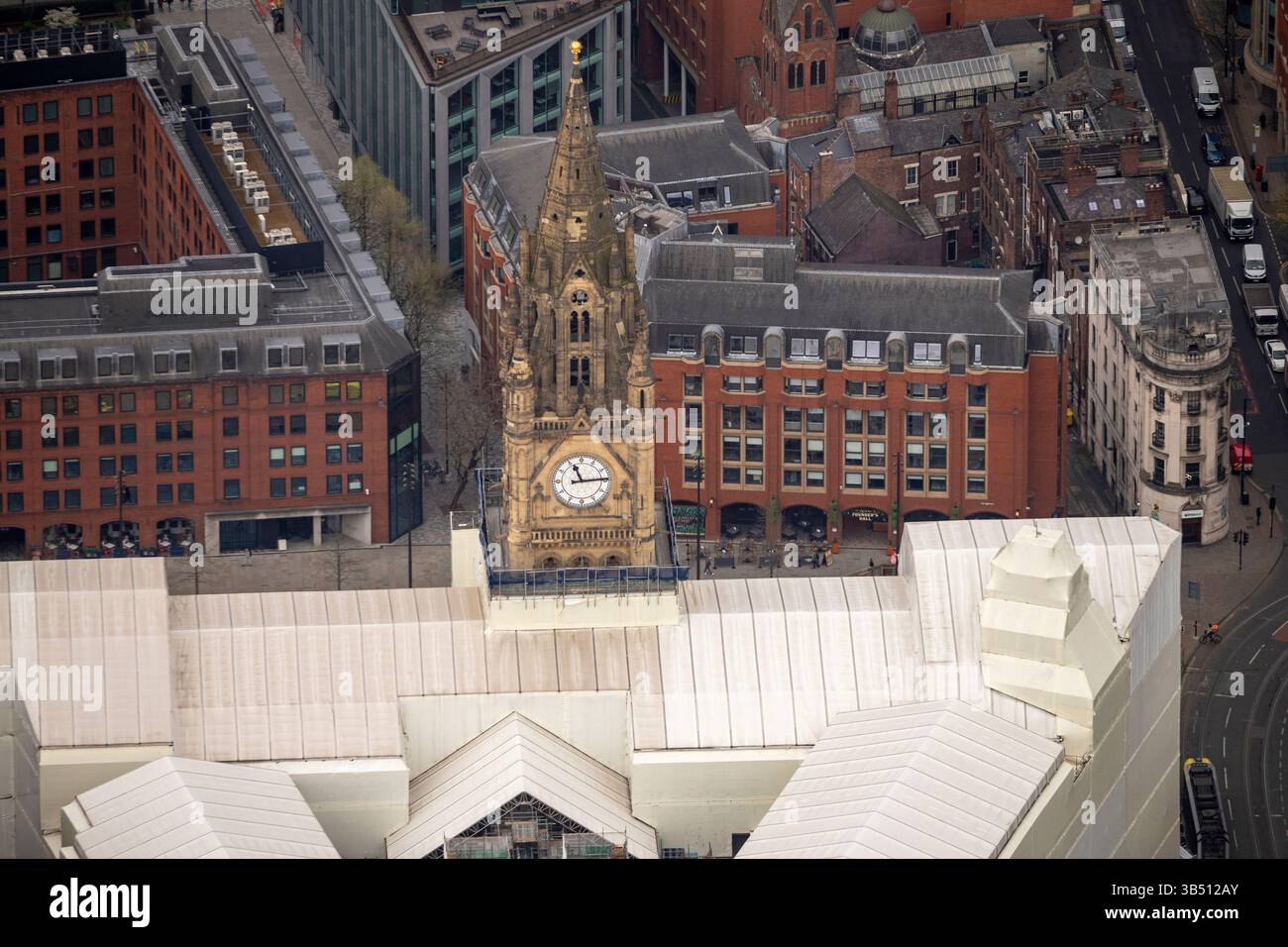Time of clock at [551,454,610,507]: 11:14
